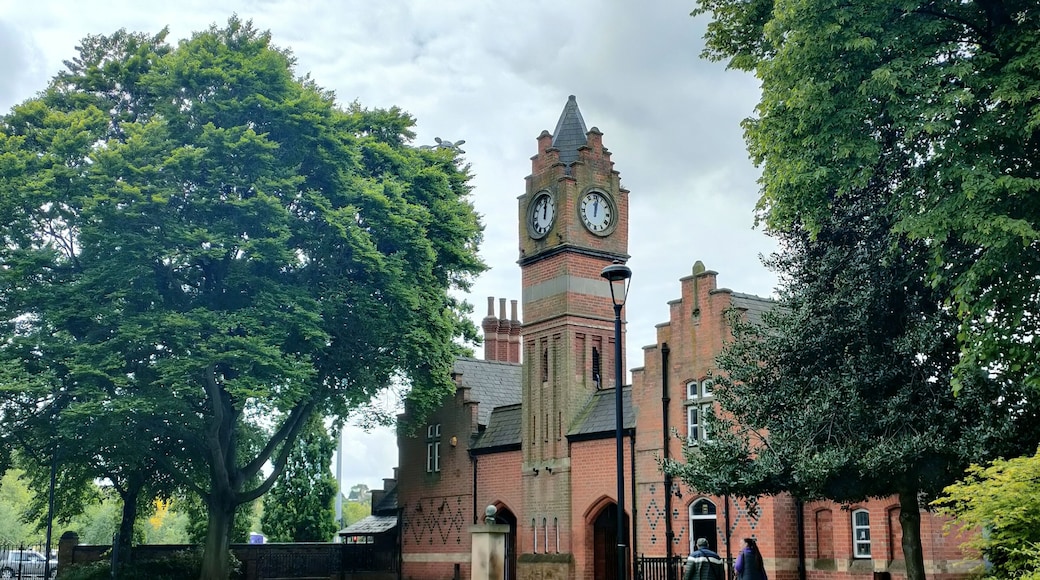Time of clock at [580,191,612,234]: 12:02
